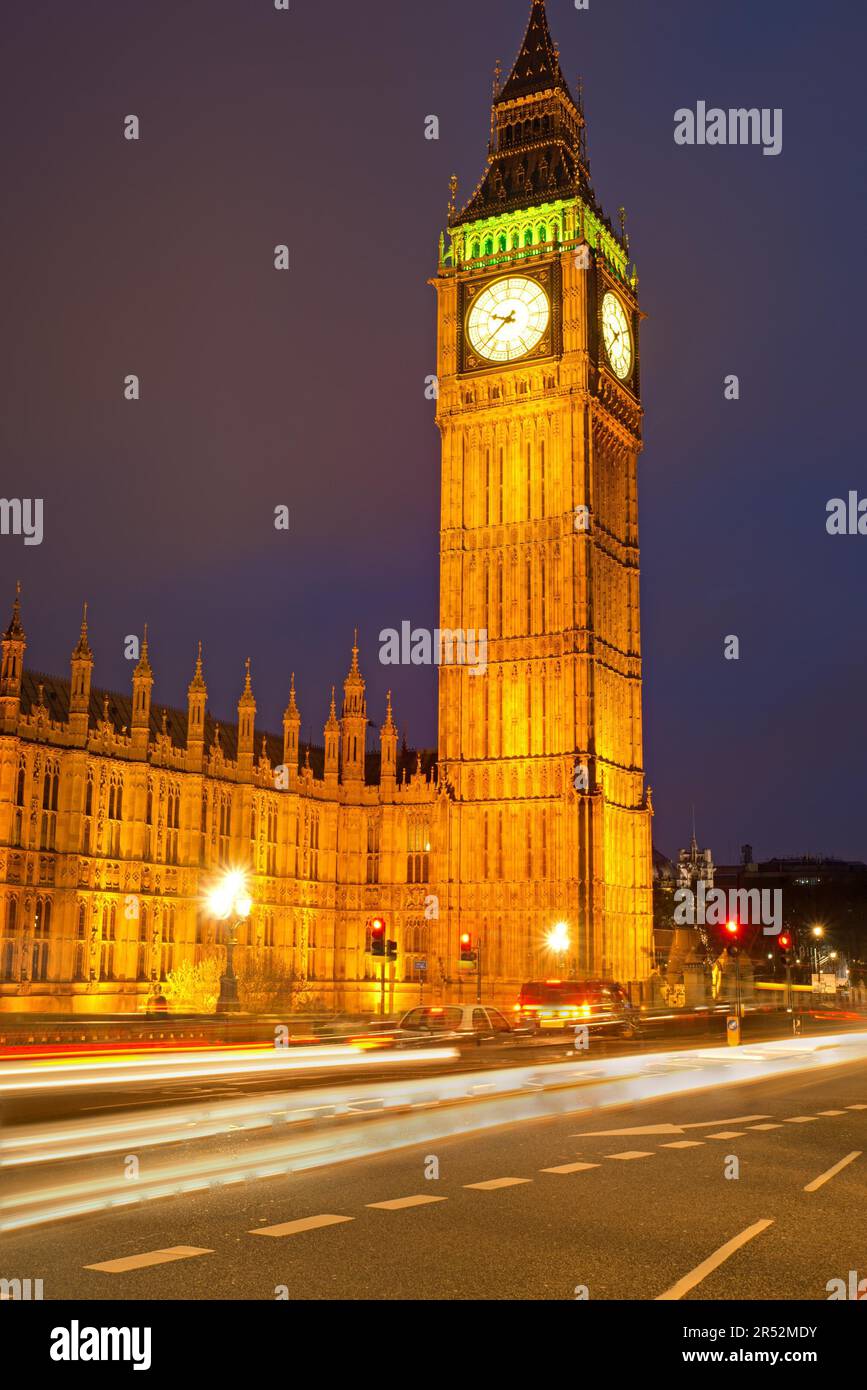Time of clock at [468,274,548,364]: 9:38
